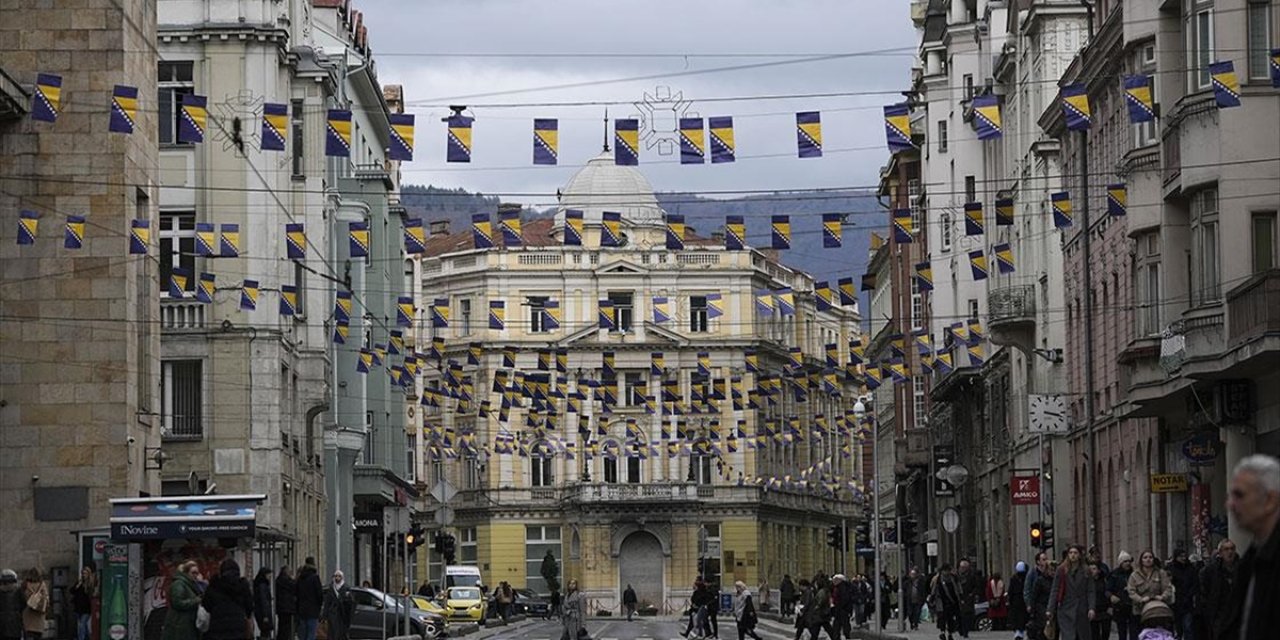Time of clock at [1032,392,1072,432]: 3:17
